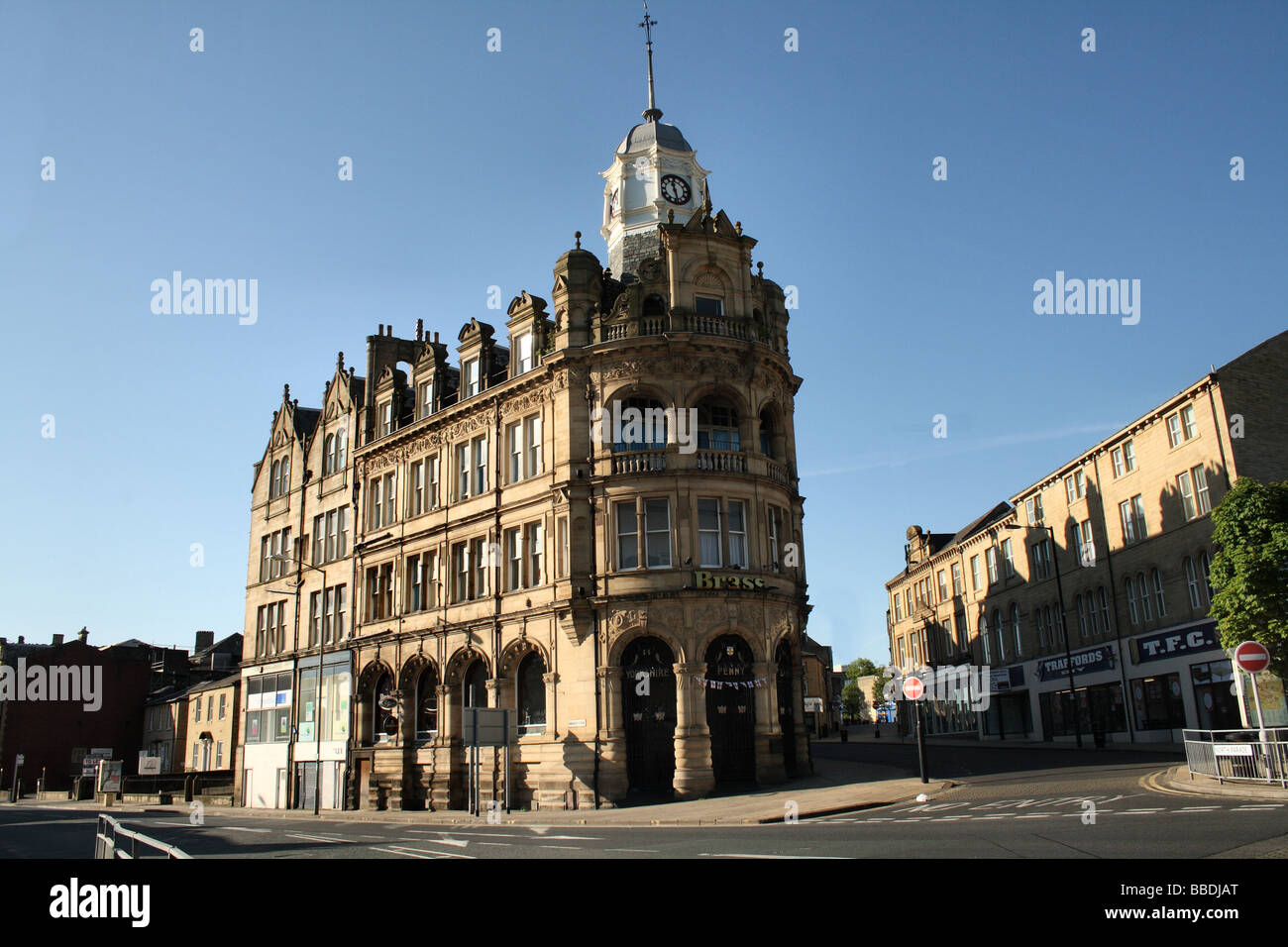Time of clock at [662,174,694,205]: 11:28
